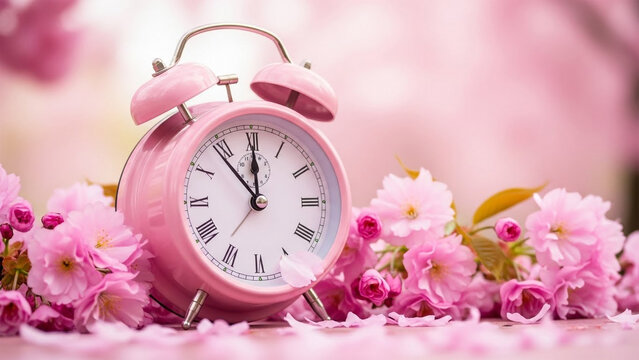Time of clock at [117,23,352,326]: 11:53
